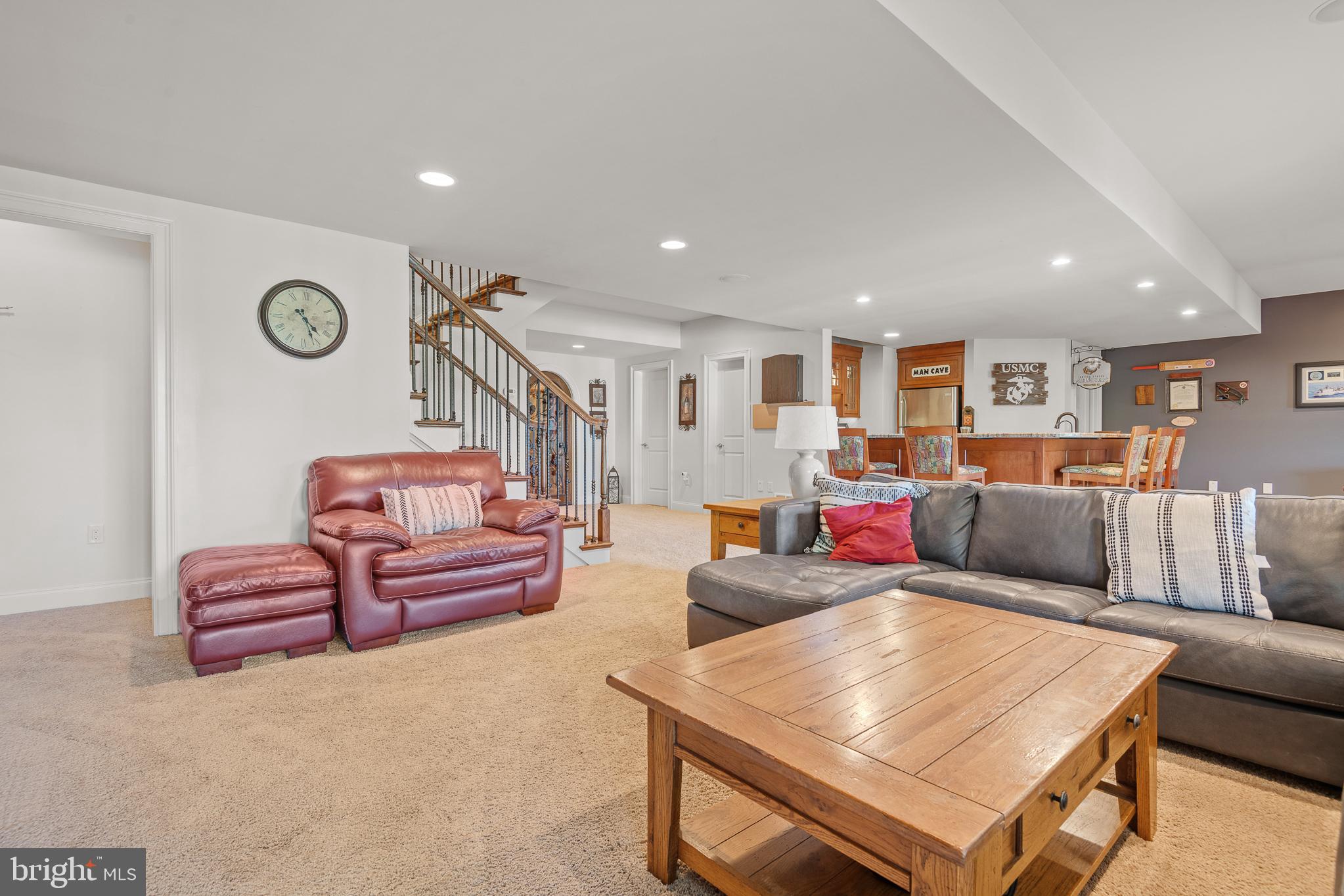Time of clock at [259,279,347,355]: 4:26
